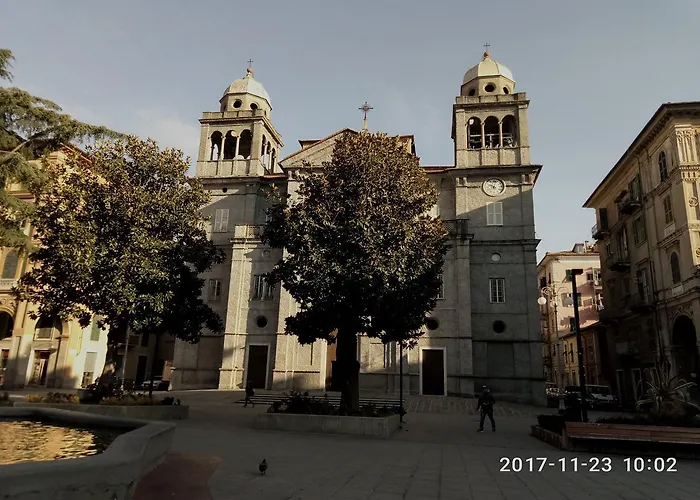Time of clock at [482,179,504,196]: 10:02
